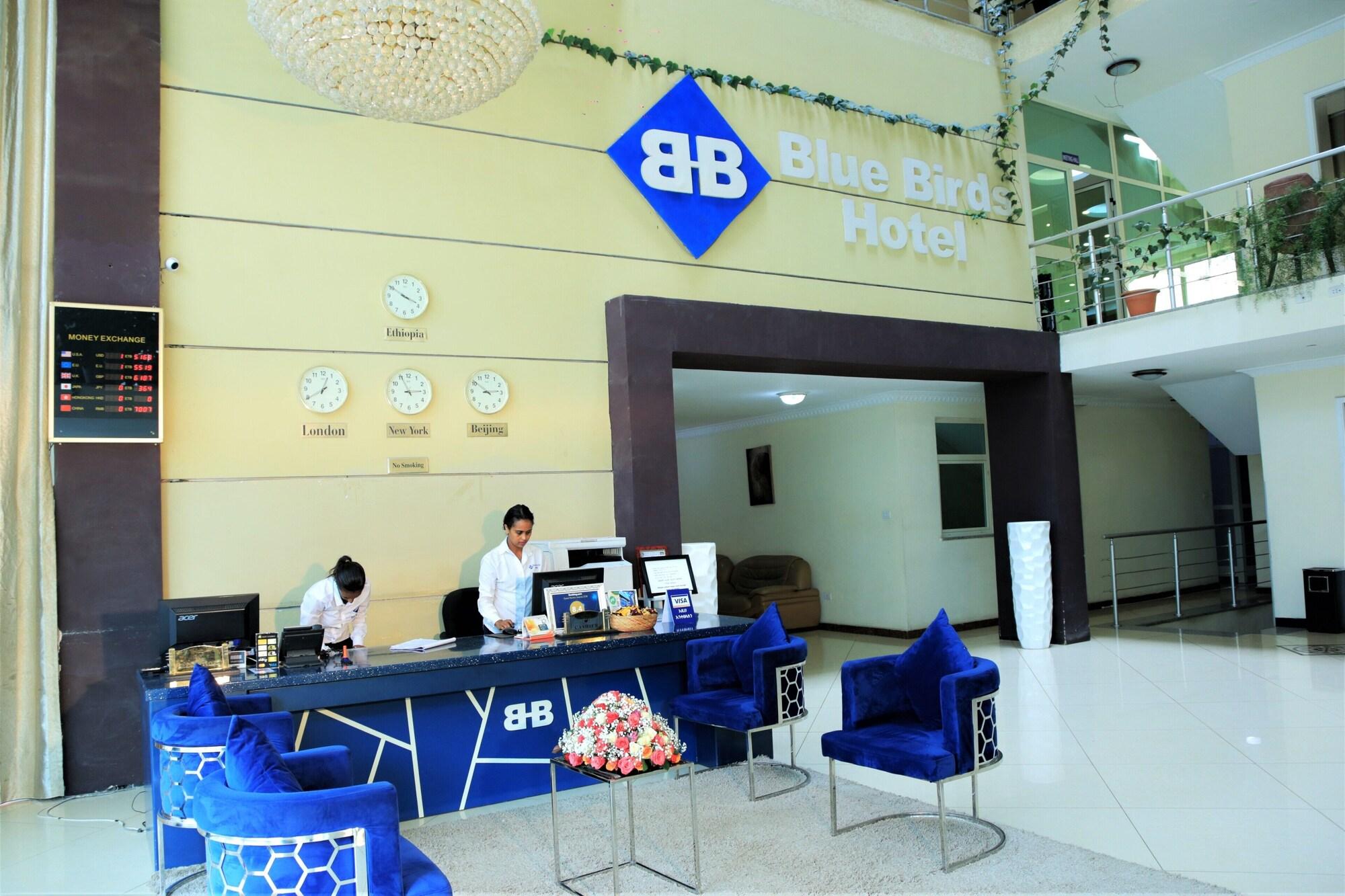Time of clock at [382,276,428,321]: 3:50
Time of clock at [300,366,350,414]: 12:39
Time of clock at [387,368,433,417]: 2:55
